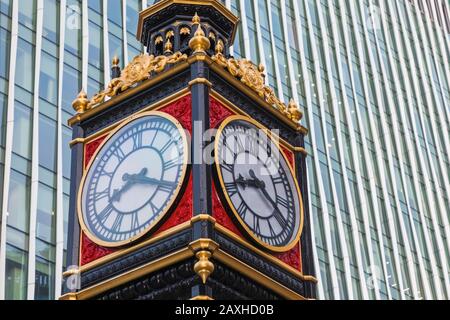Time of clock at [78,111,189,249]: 8:19
